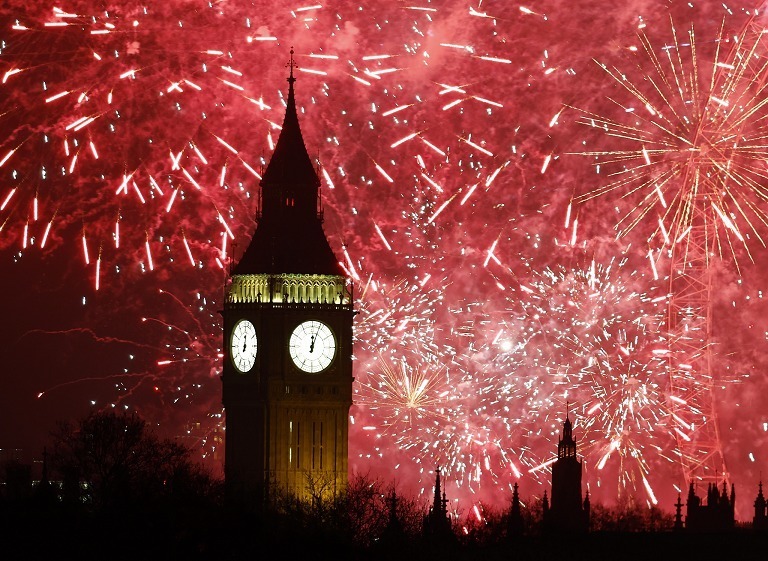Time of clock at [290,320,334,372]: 12:03
